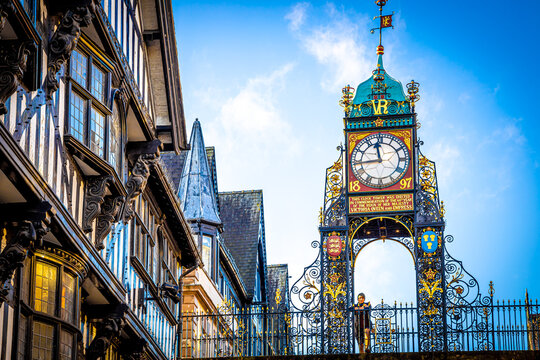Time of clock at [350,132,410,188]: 11:43
